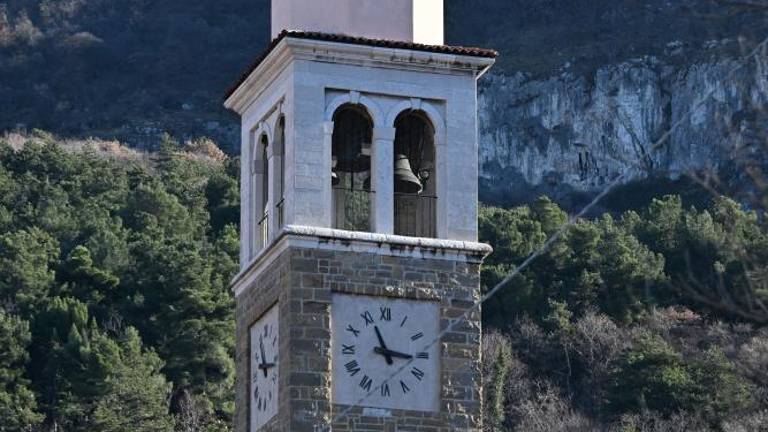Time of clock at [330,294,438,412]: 11:16
